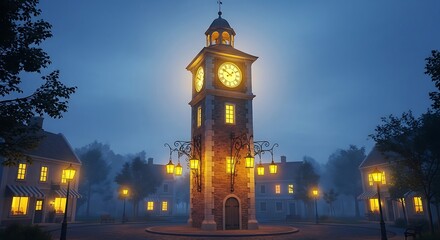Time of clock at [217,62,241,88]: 1:50
